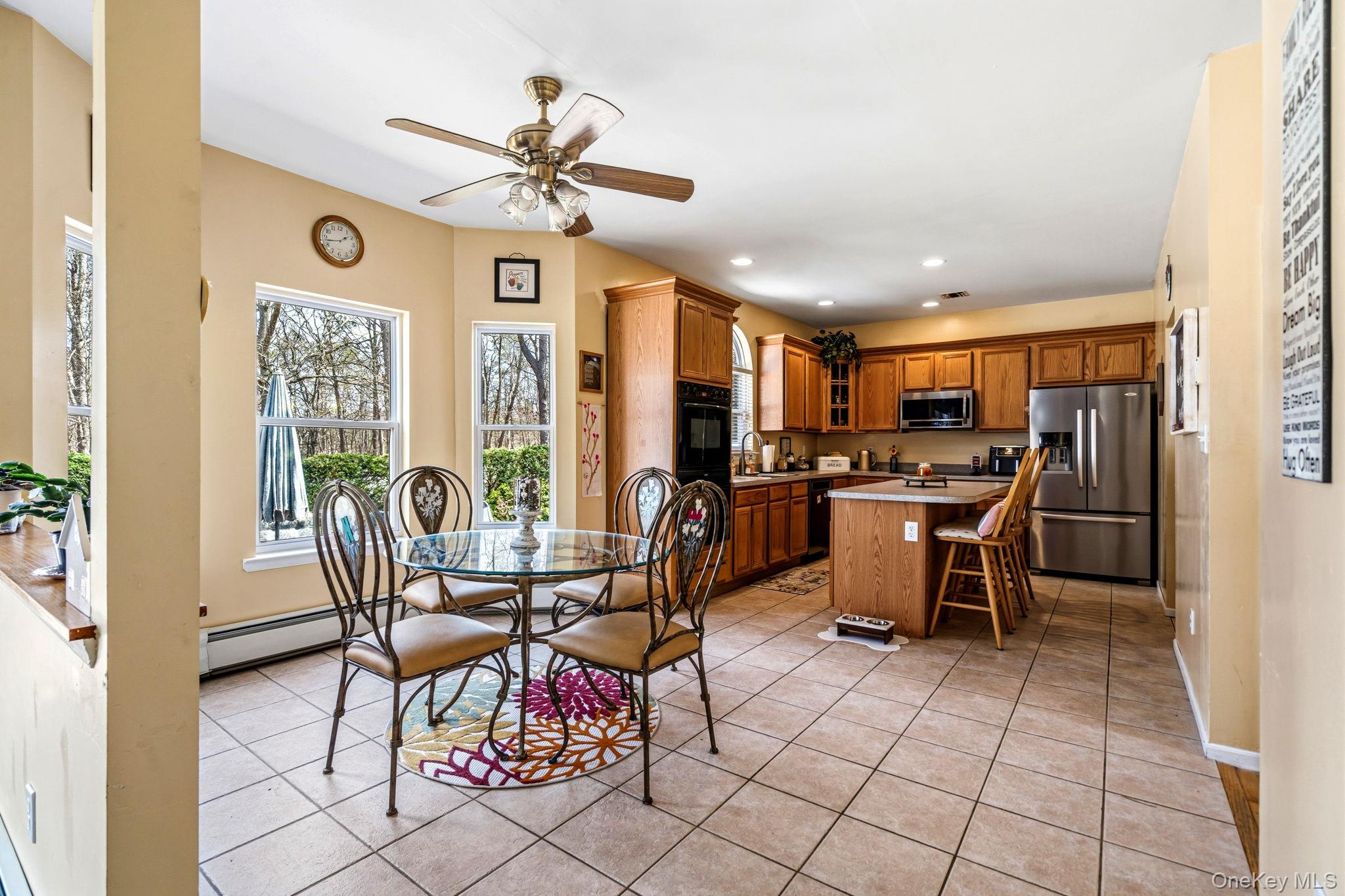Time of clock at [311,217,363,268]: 1:43
